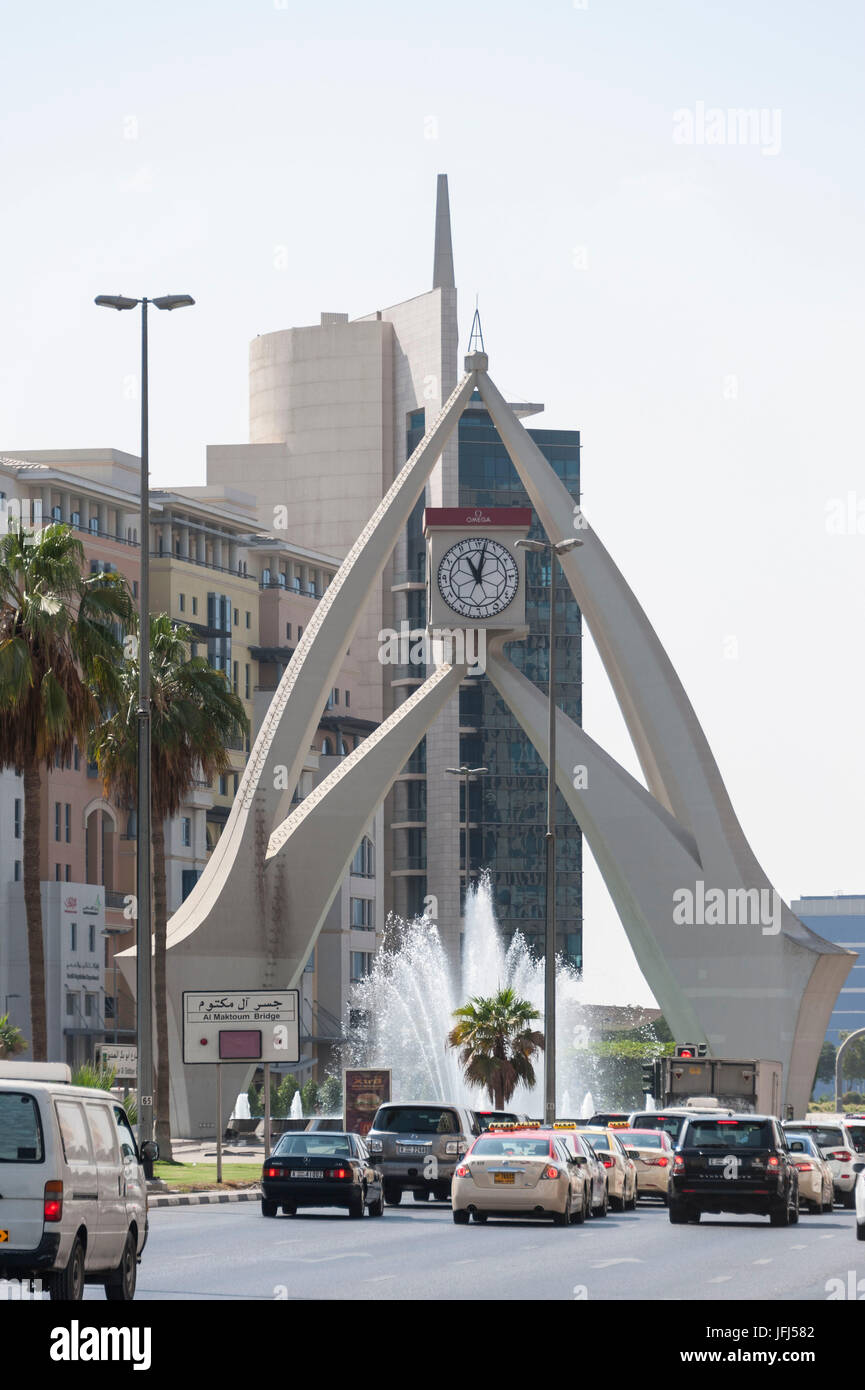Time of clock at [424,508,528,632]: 11:02
